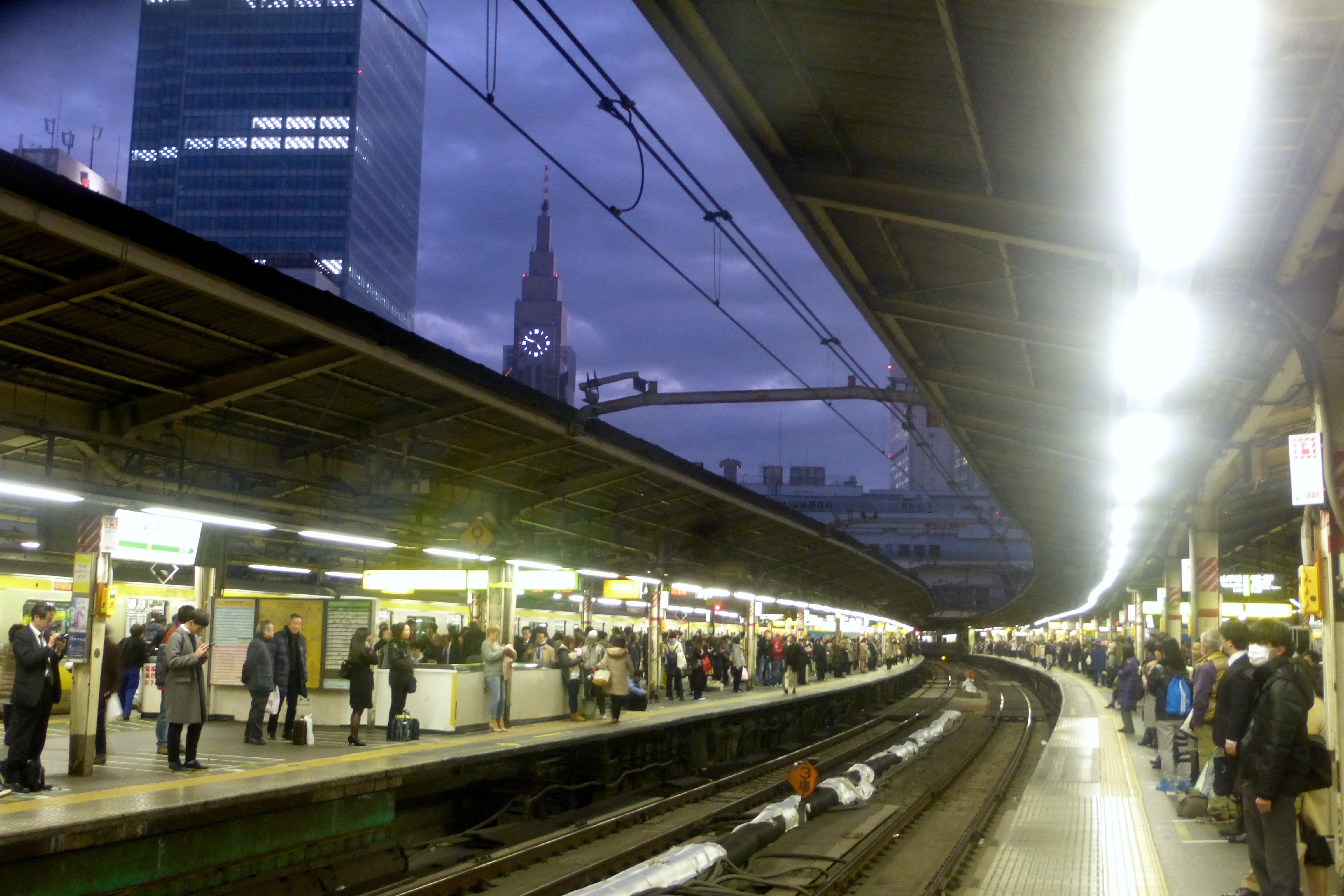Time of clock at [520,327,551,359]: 4:48
